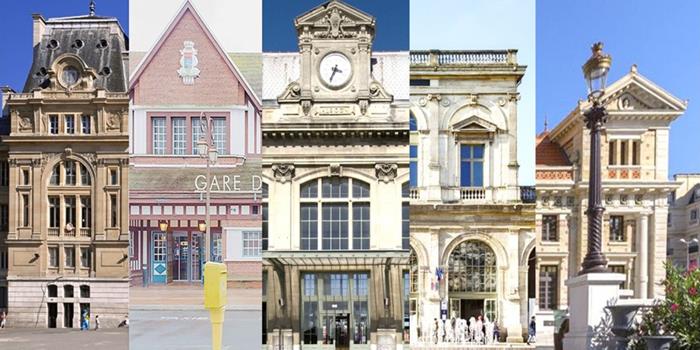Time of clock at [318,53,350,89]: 3:34
